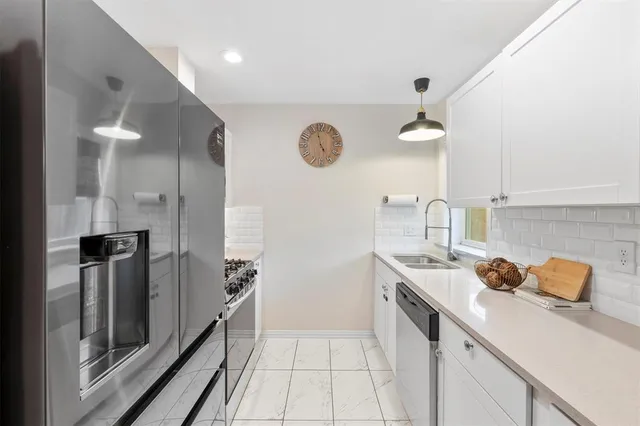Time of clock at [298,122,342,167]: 4:58
